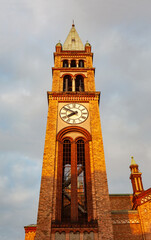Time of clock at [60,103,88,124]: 7:50
